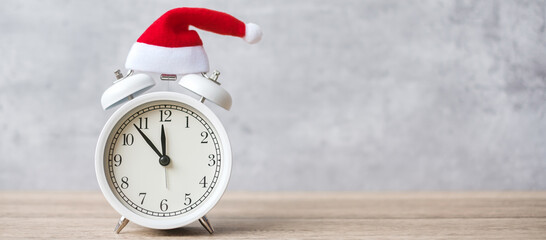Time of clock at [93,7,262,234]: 11:53
